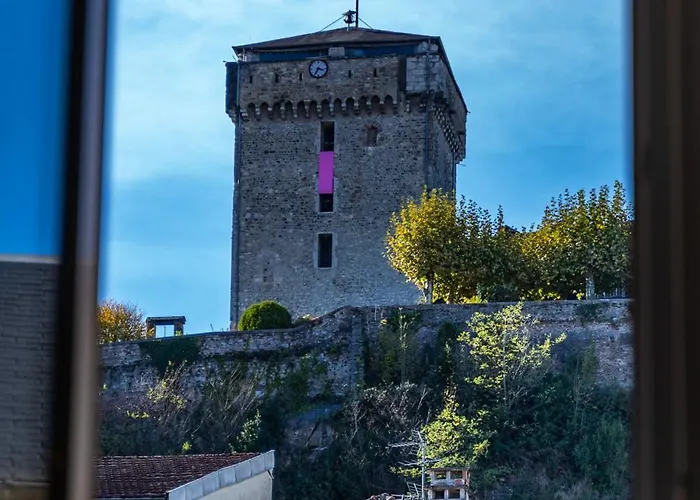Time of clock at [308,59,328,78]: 3:35
